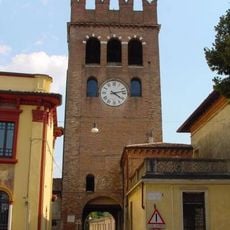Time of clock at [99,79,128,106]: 4:12
